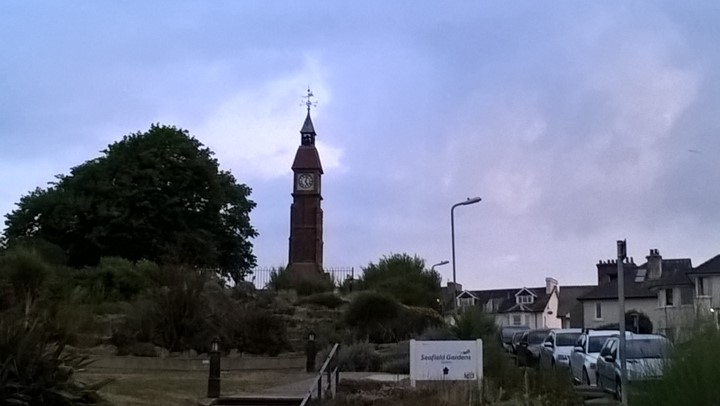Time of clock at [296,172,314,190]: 5:02
